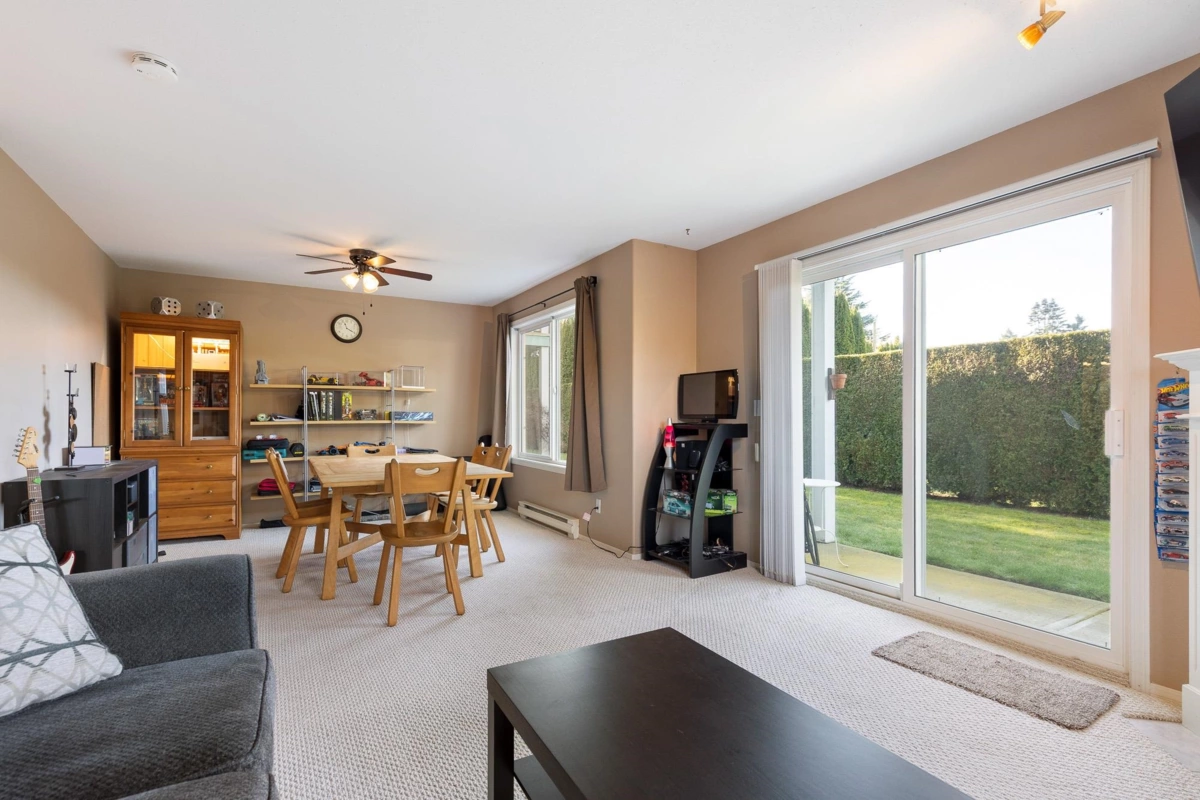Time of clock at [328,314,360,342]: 11:19
